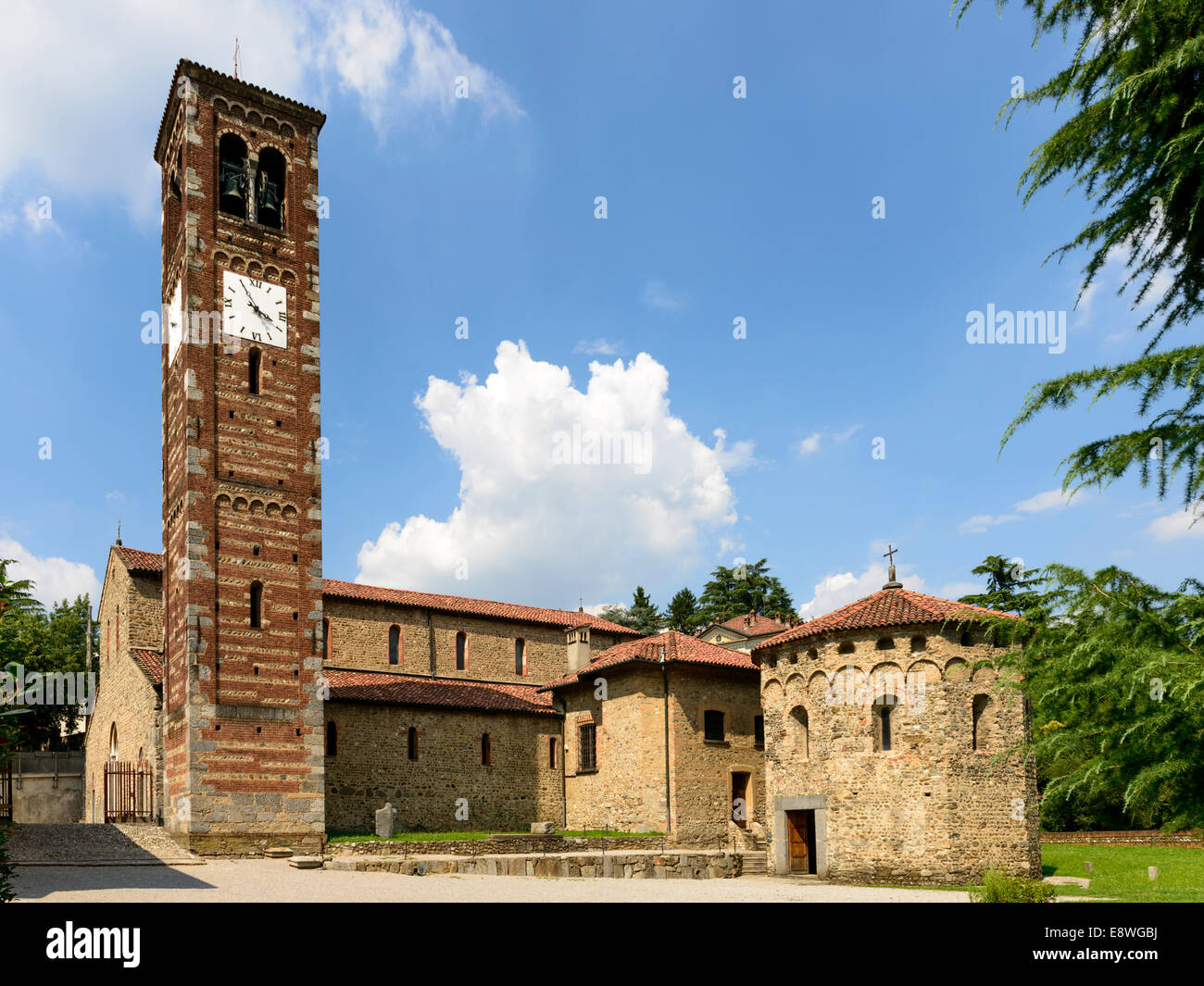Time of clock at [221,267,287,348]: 3:54
